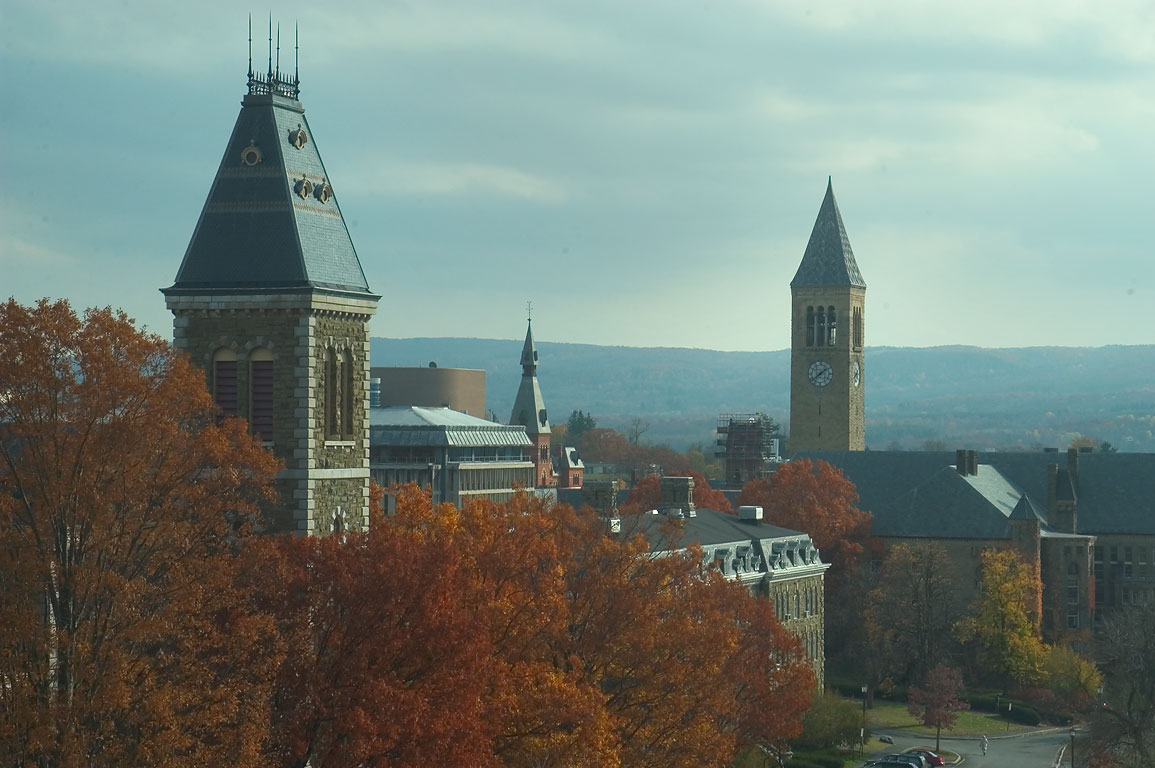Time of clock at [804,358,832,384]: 1:38
